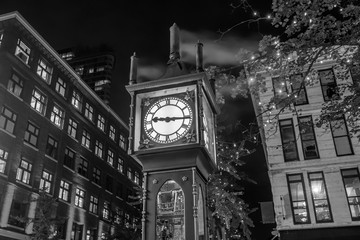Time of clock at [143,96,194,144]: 9:15
